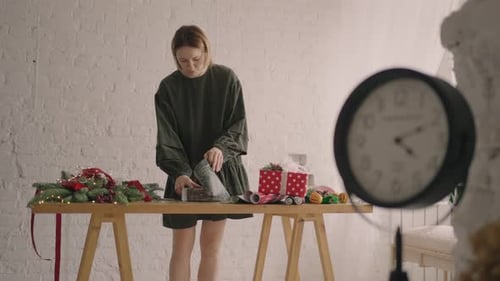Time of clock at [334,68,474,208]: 4:11
